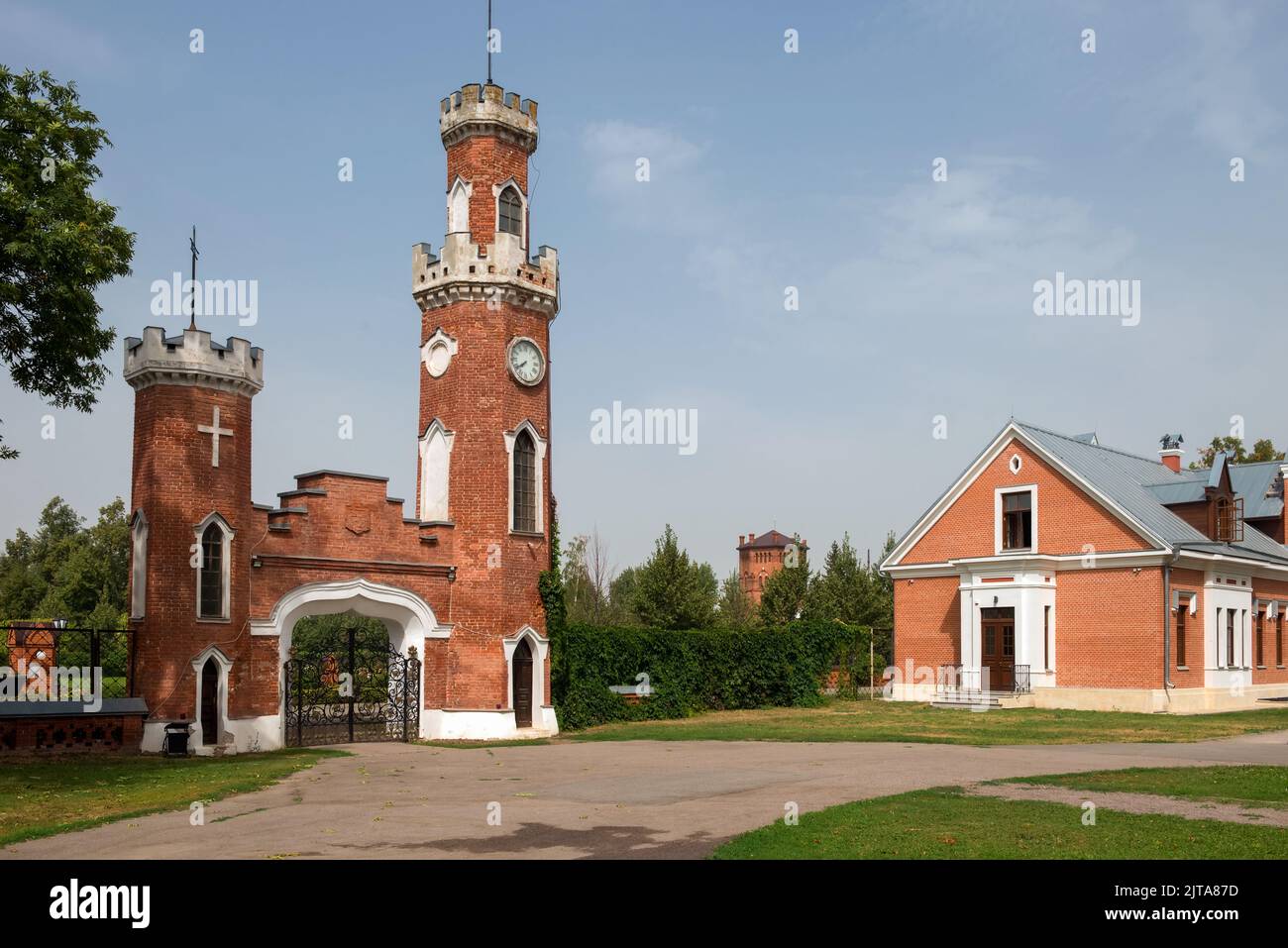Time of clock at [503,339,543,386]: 7:39
